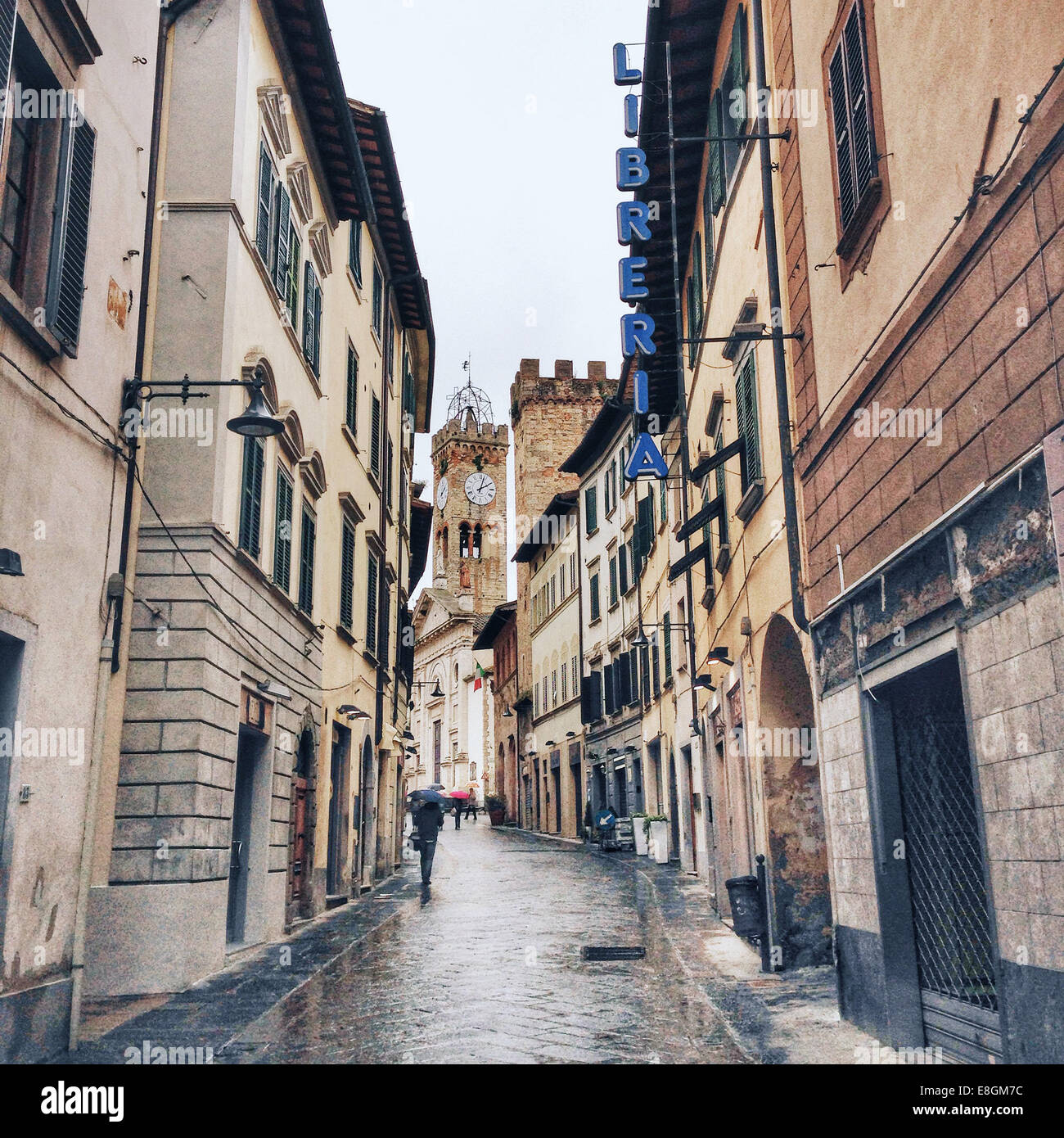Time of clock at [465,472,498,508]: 2:03
